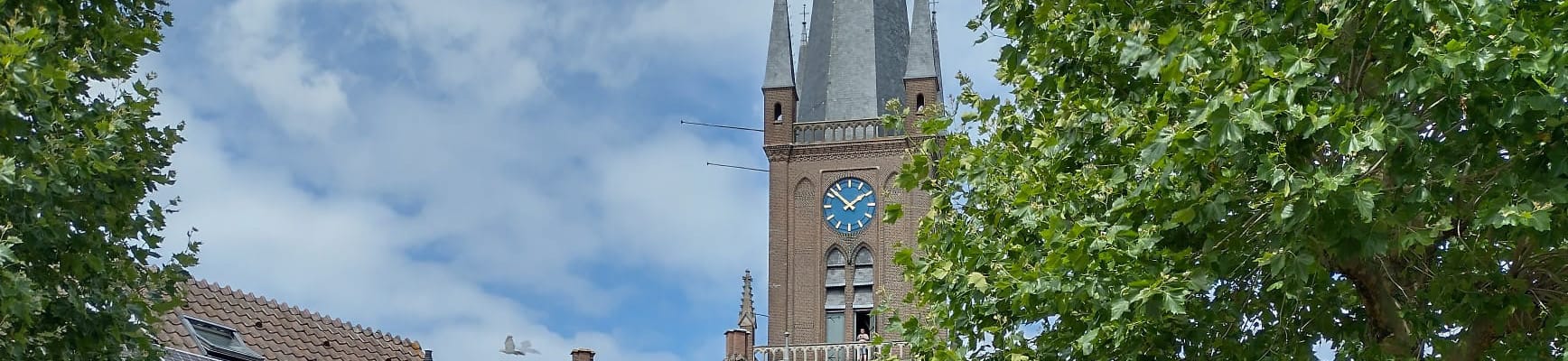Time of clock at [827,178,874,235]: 1:51
